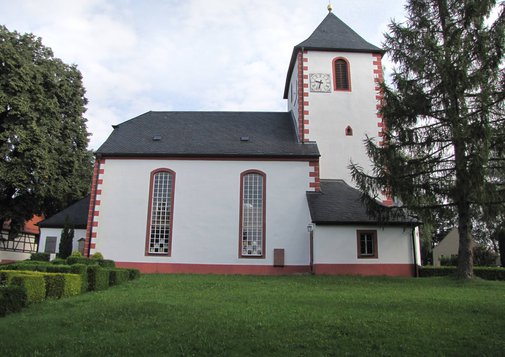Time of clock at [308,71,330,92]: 9:33
